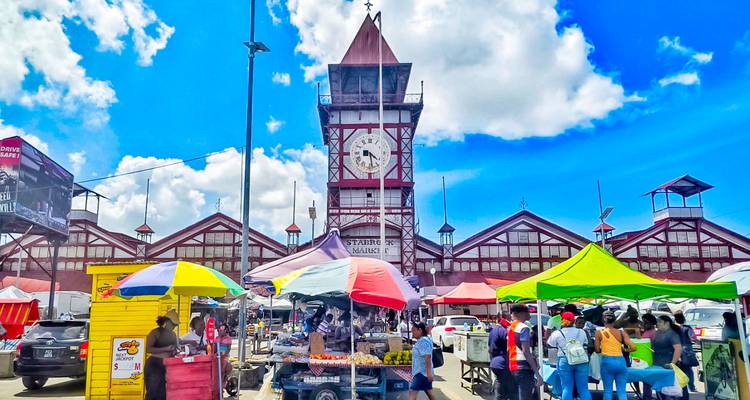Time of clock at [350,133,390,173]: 4:28
